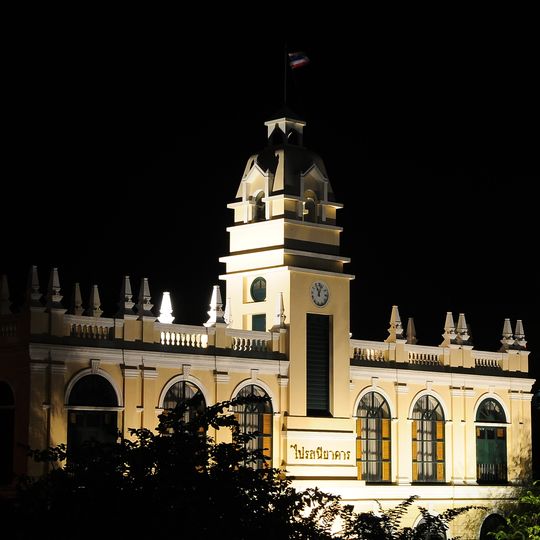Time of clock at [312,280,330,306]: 11:03
